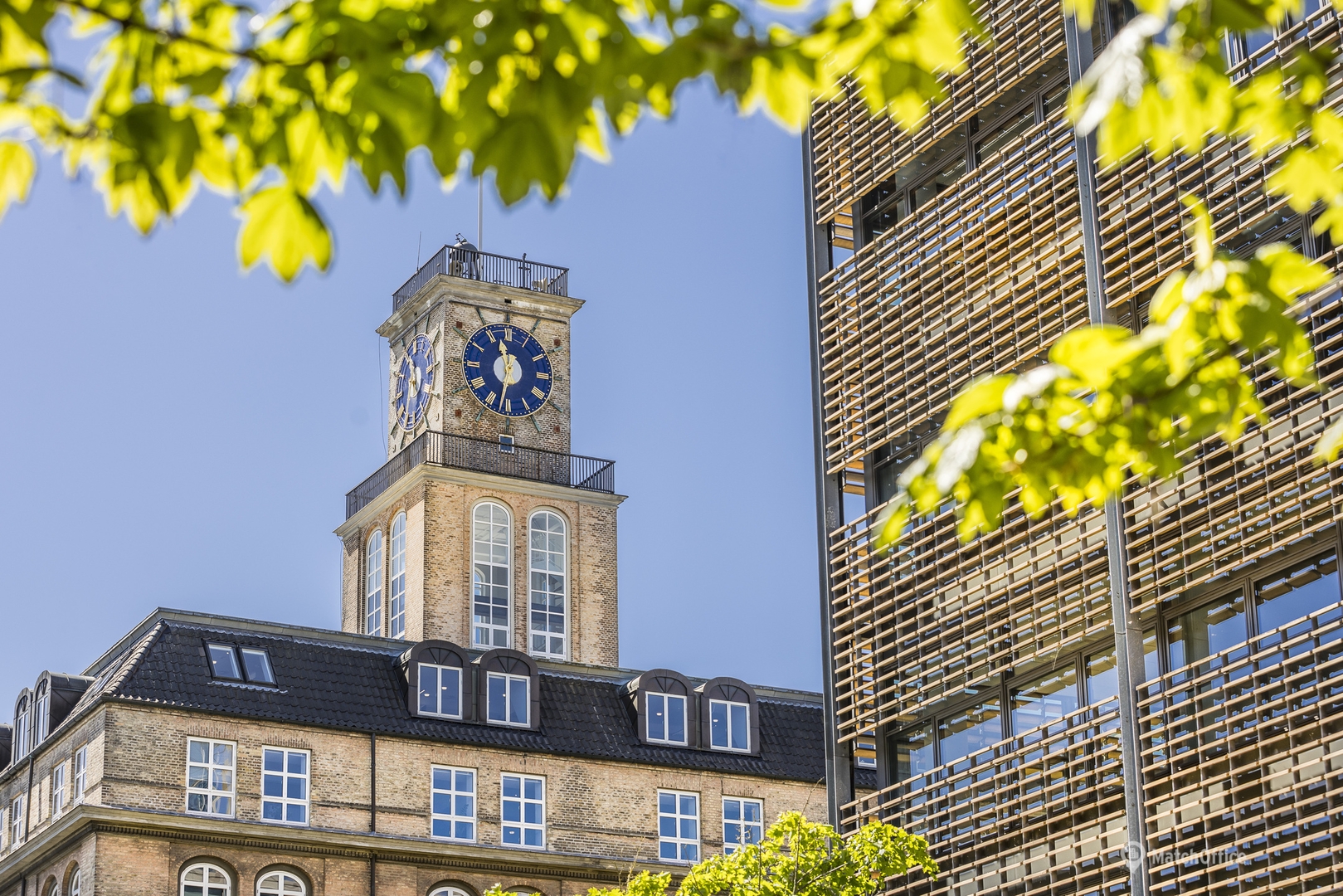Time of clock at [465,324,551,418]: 11:32
